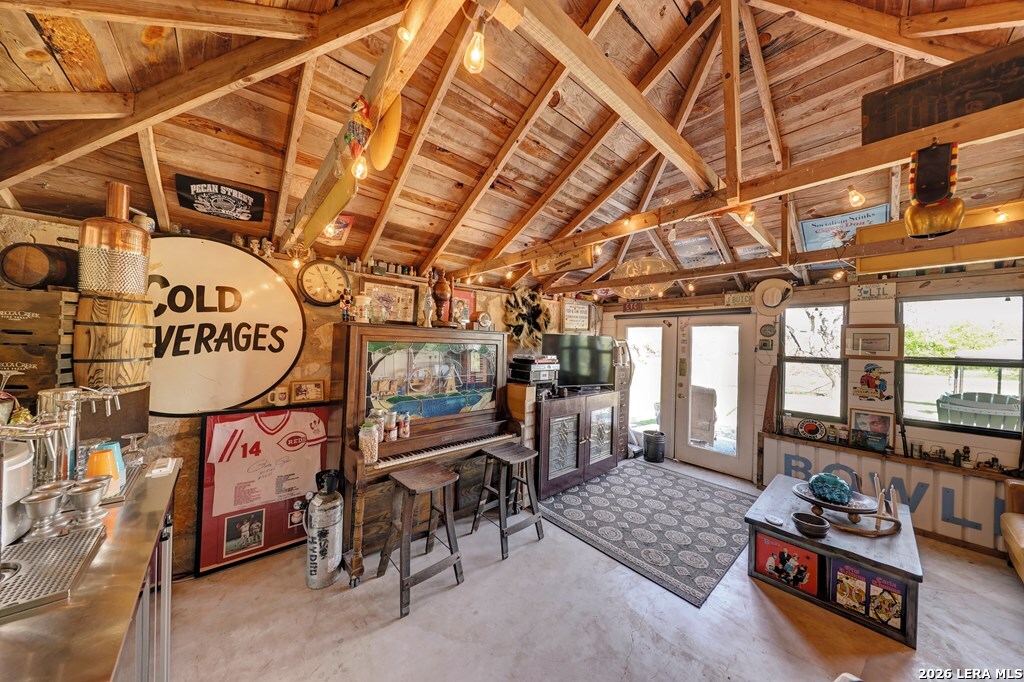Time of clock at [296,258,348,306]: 4:56
